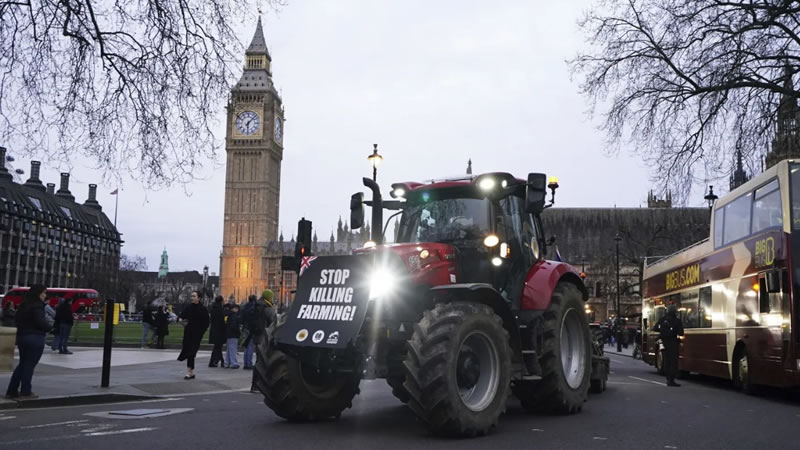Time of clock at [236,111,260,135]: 6:07
